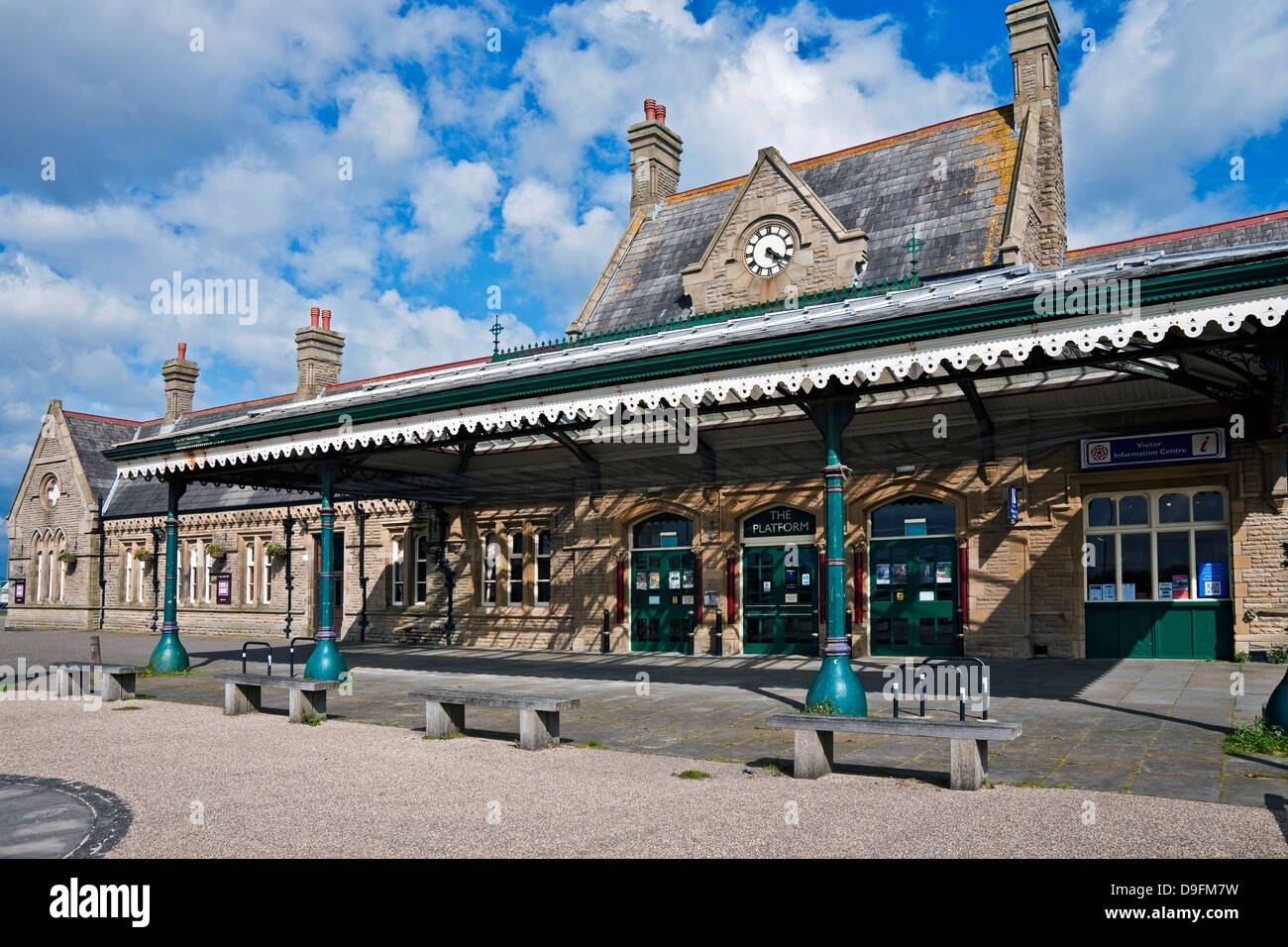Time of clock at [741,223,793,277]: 4:20
